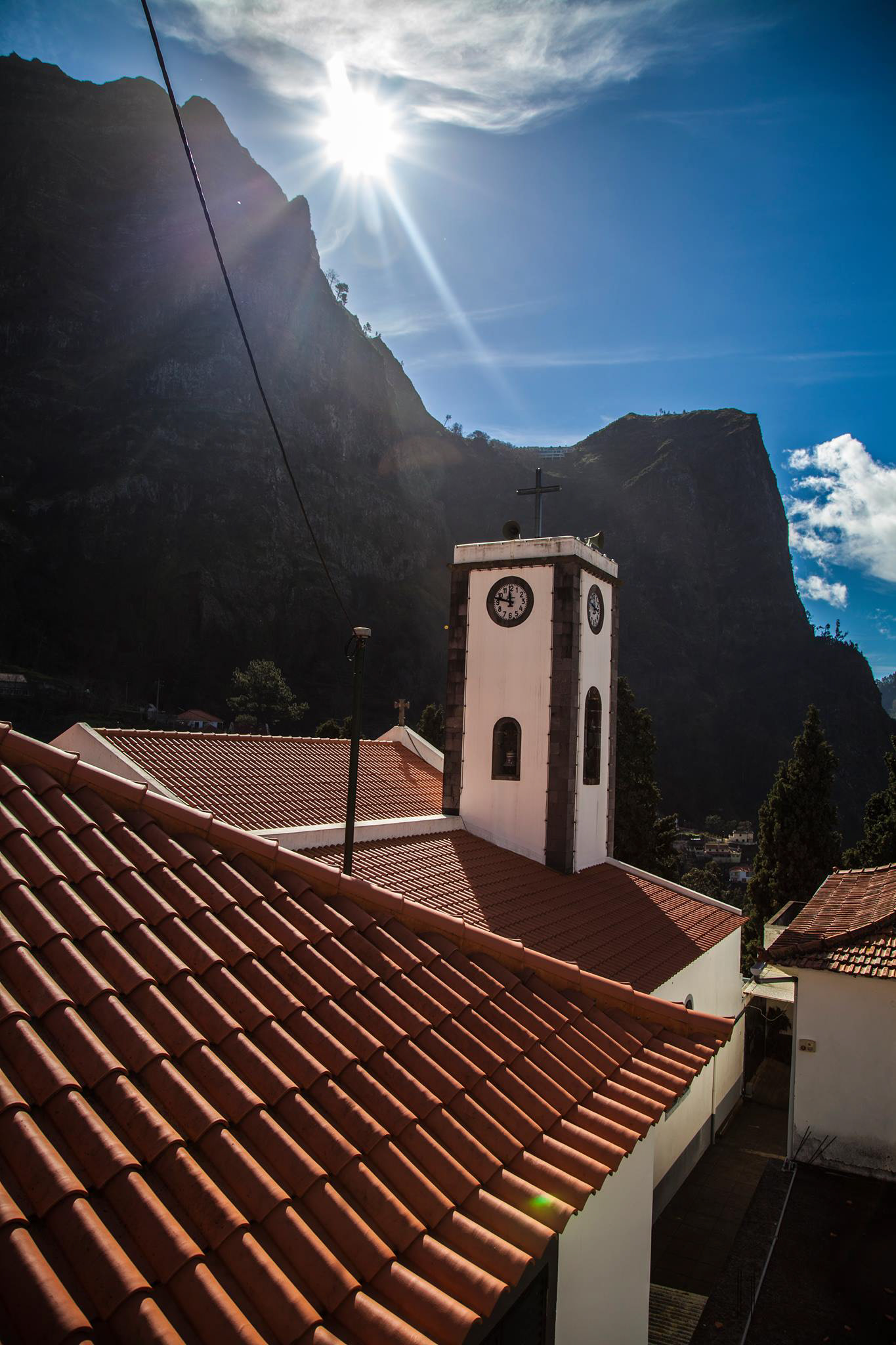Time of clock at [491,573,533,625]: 11:47
